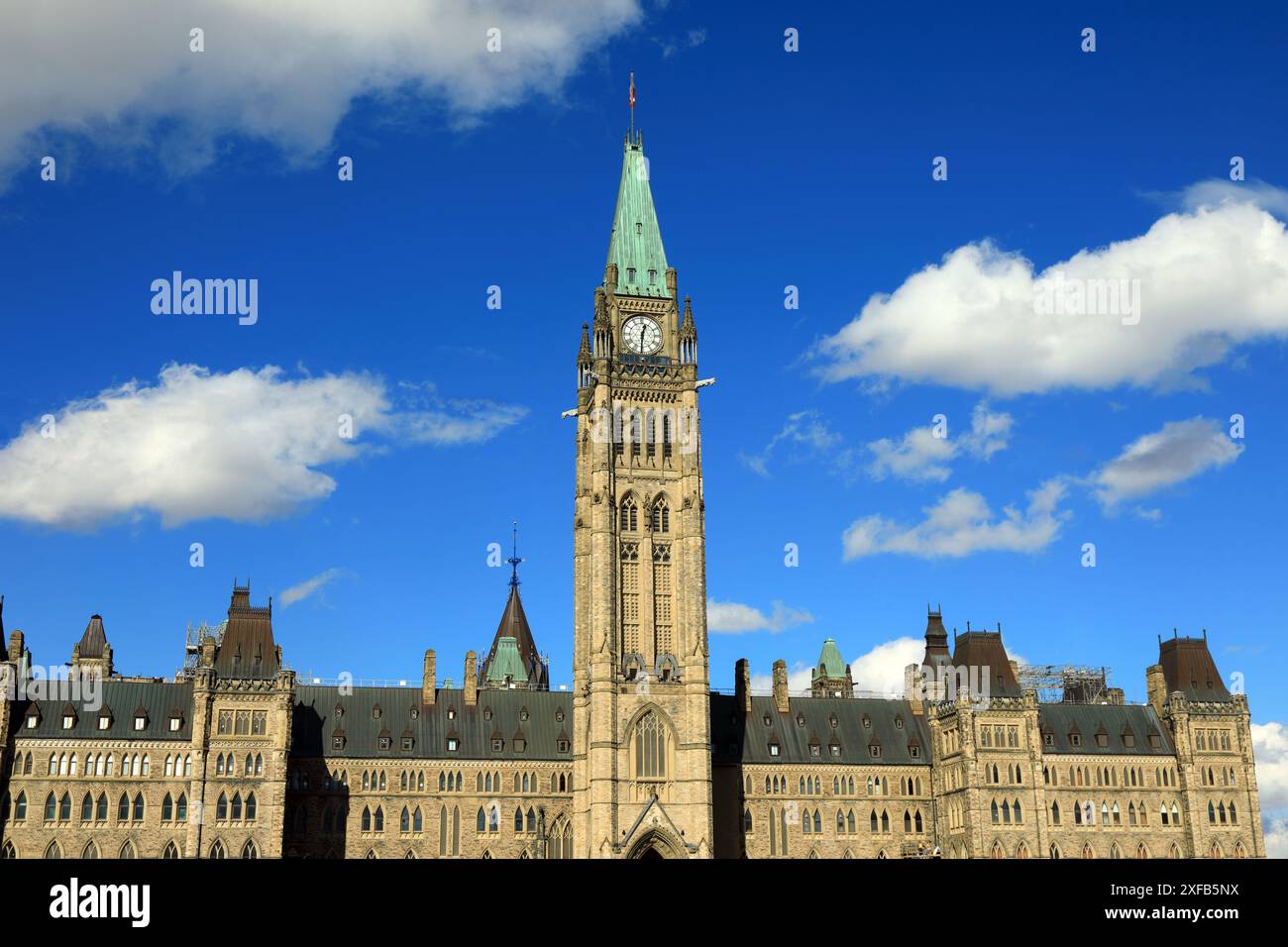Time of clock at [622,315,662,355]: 12:30
